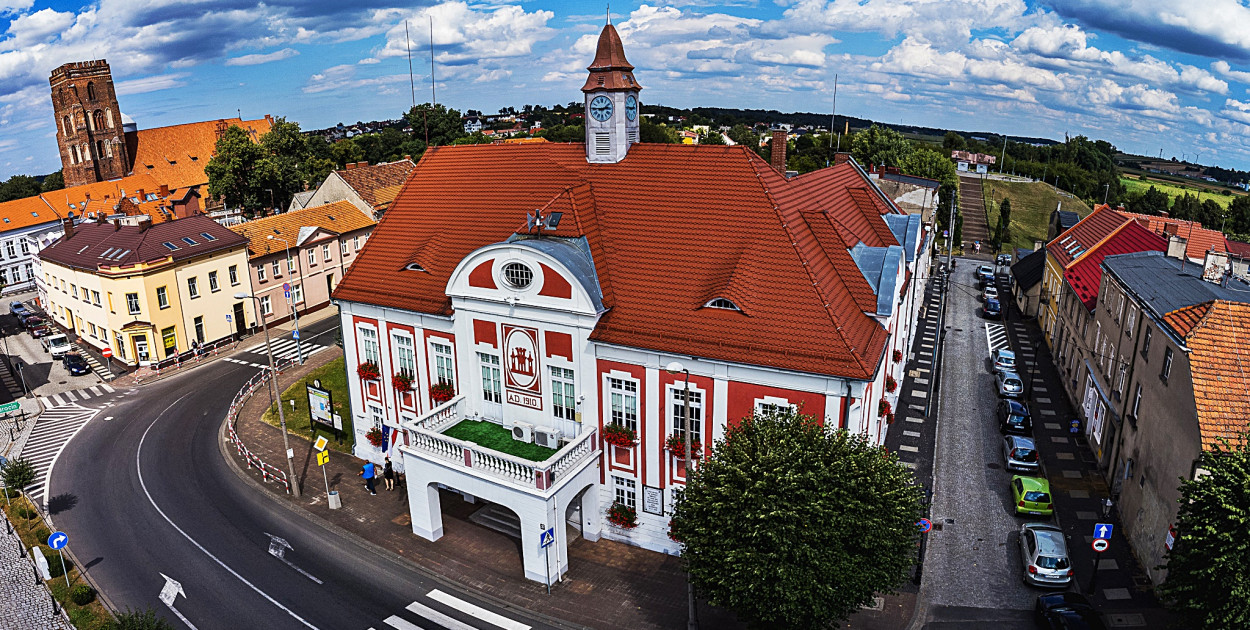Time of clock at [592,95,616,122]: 2:45
